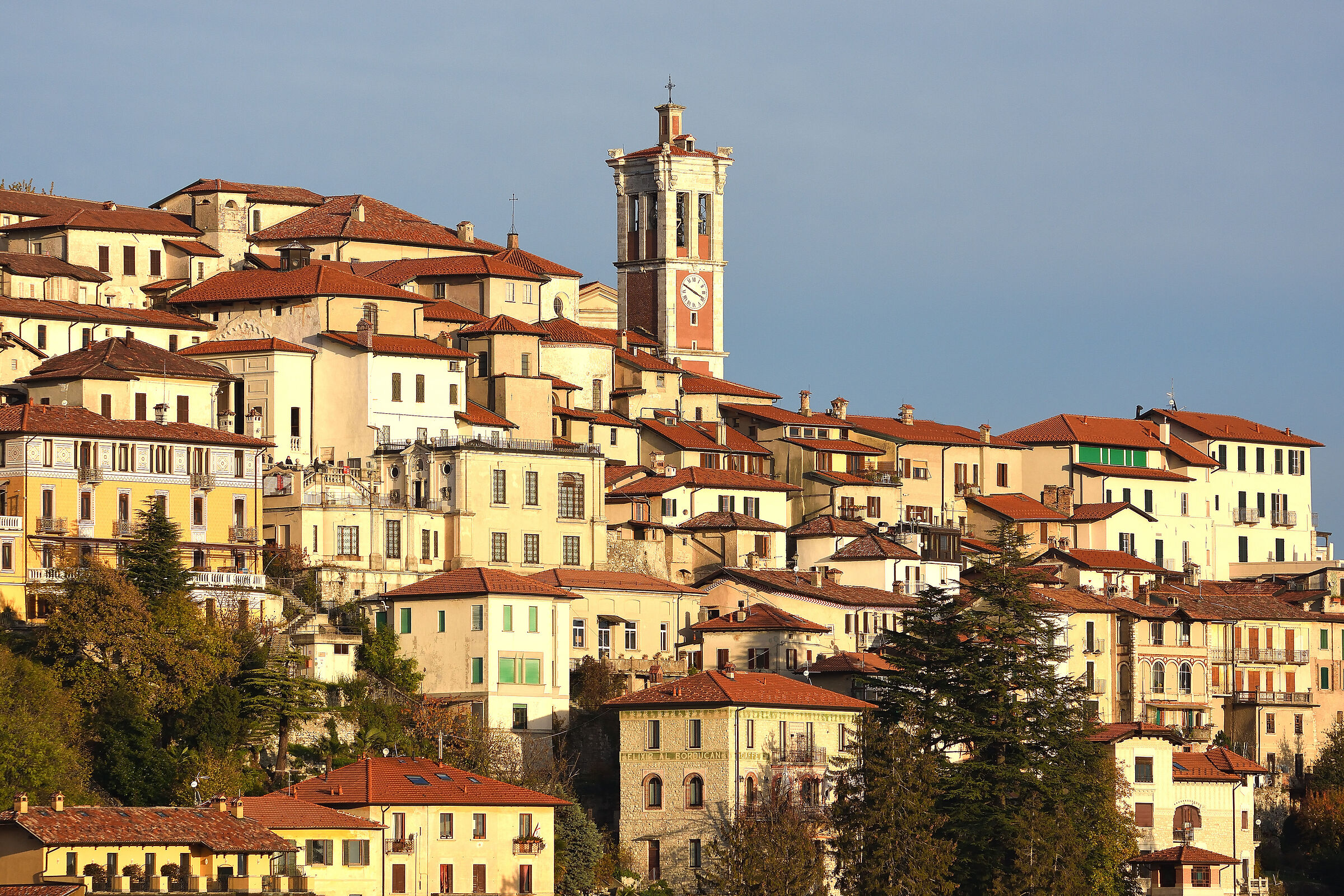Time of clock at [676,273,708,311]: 3:49
